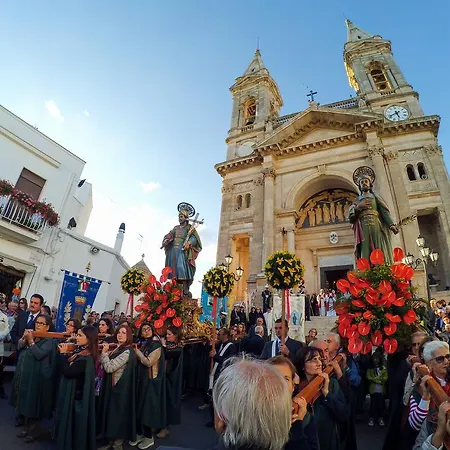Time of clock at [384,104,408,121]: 5:40
